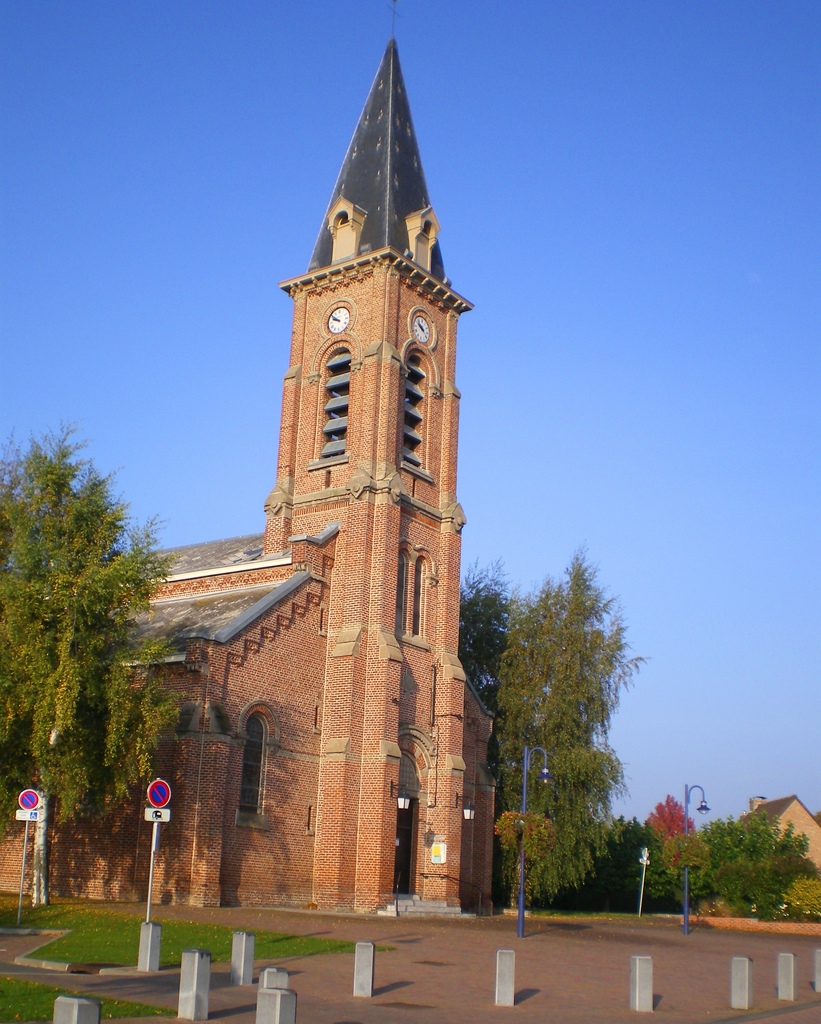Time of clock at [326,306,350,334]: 9:51
